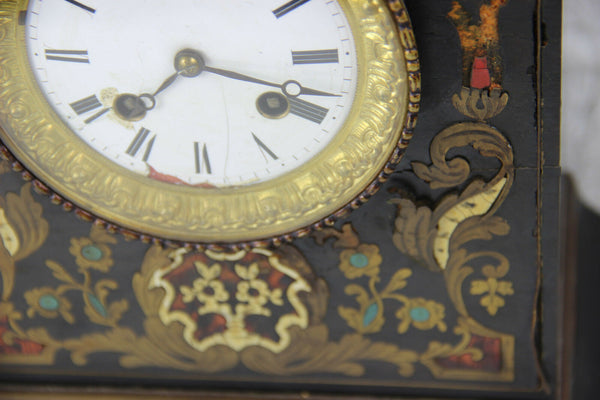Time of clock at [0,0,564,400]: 7:18
